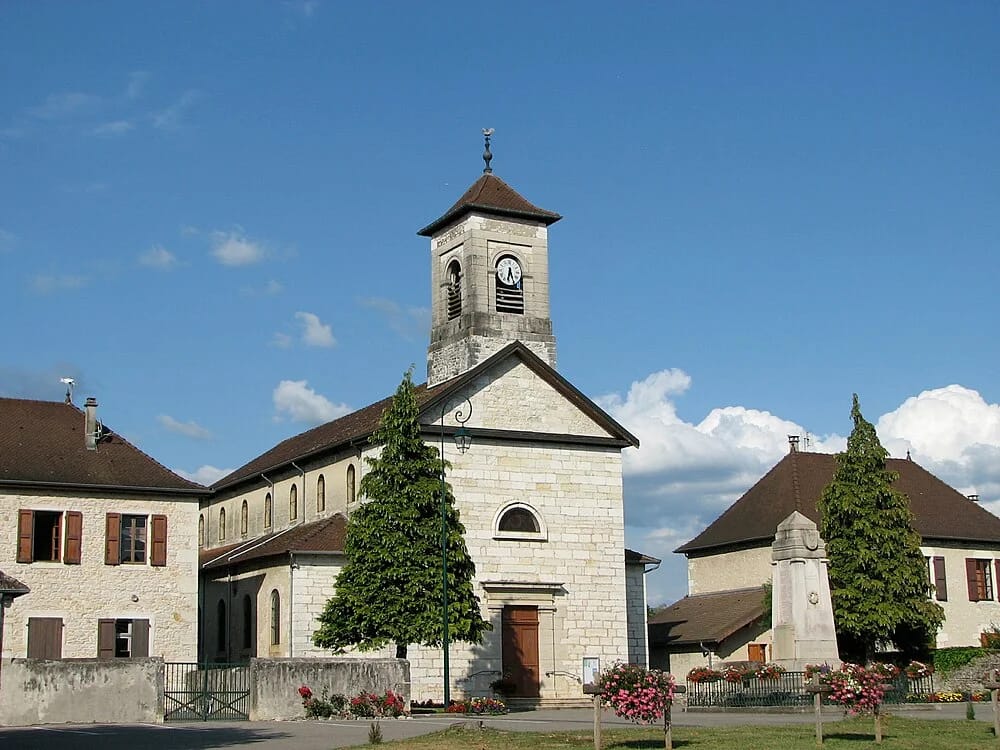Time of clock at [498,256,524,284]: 6:26
